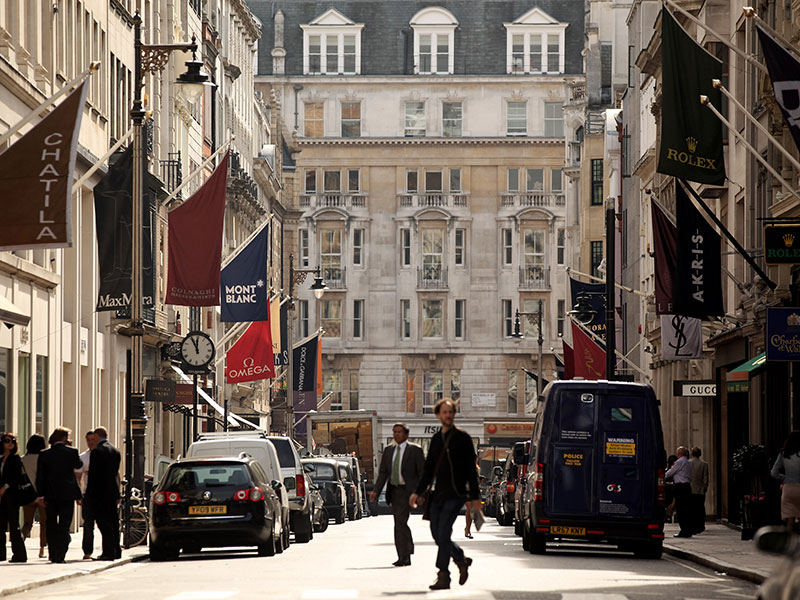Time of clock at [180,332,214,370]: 11:55
